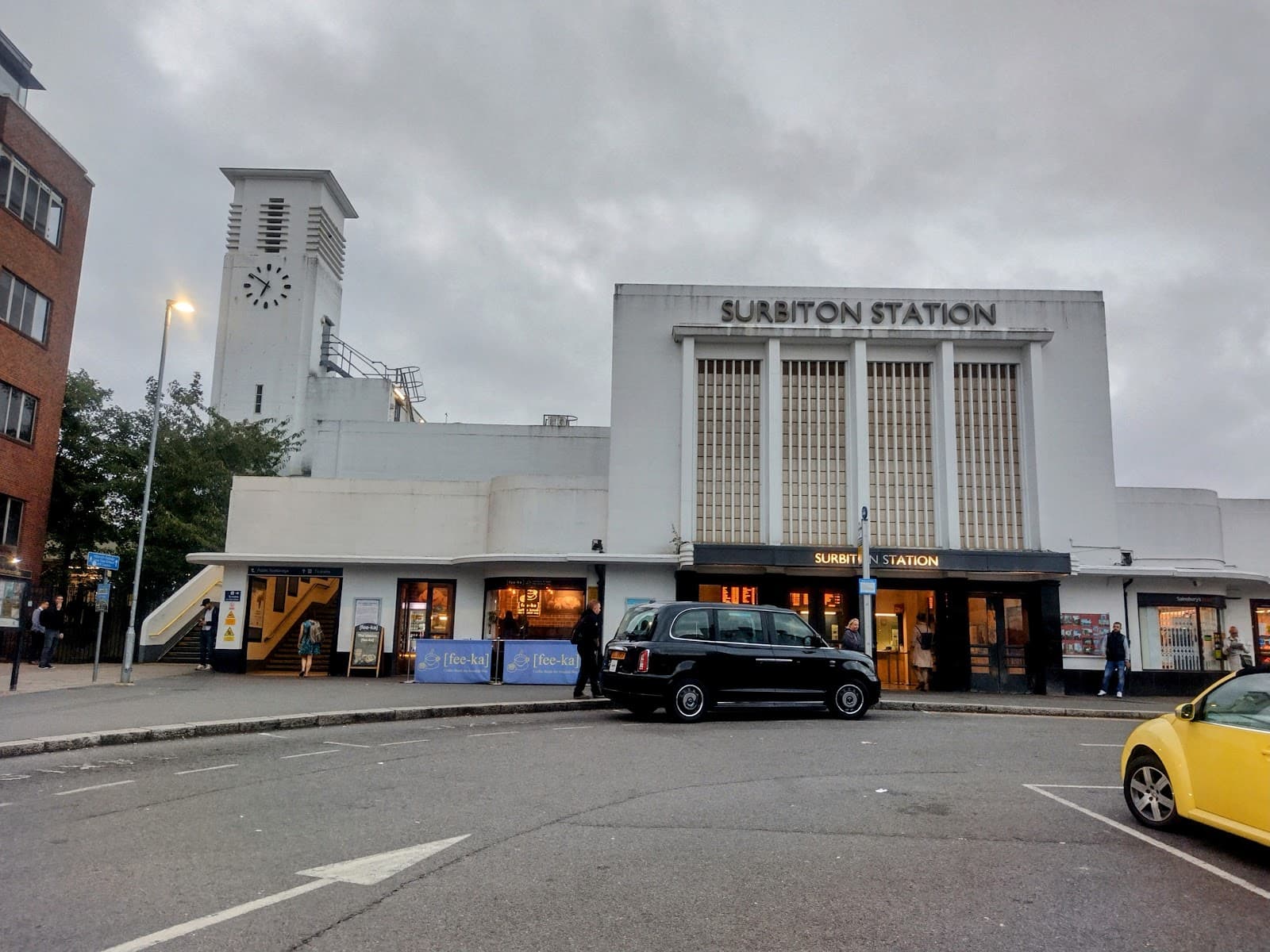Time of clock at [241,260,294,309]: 6:50
